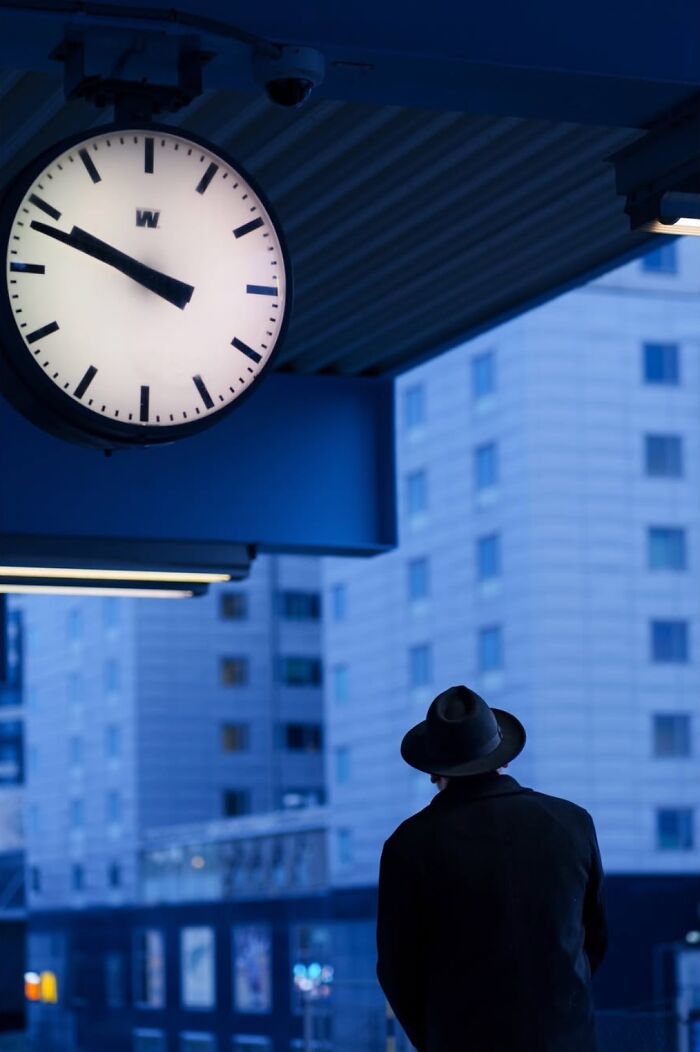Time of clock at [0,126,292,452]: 9:48
